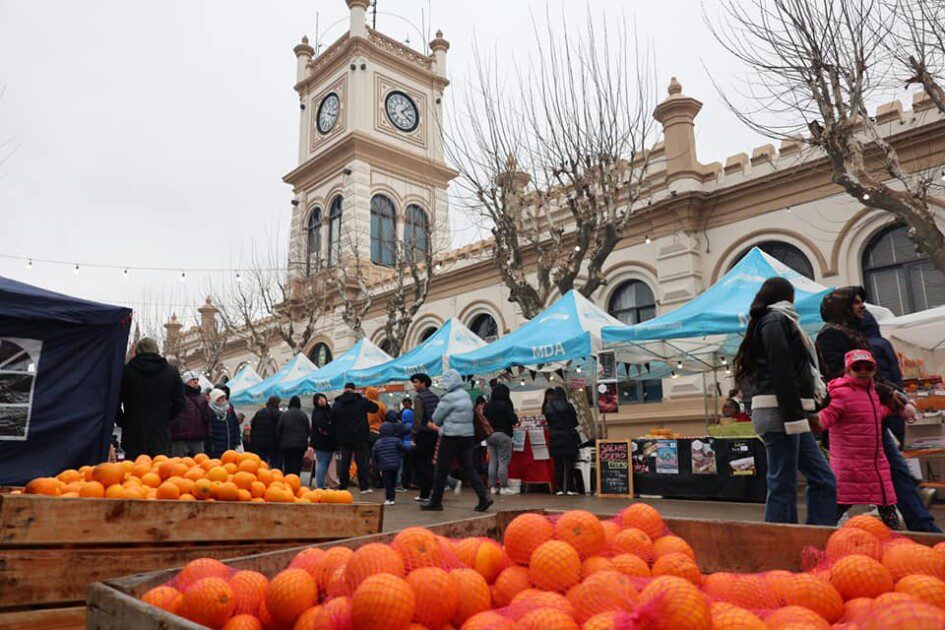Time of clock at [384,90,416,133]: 4:07
